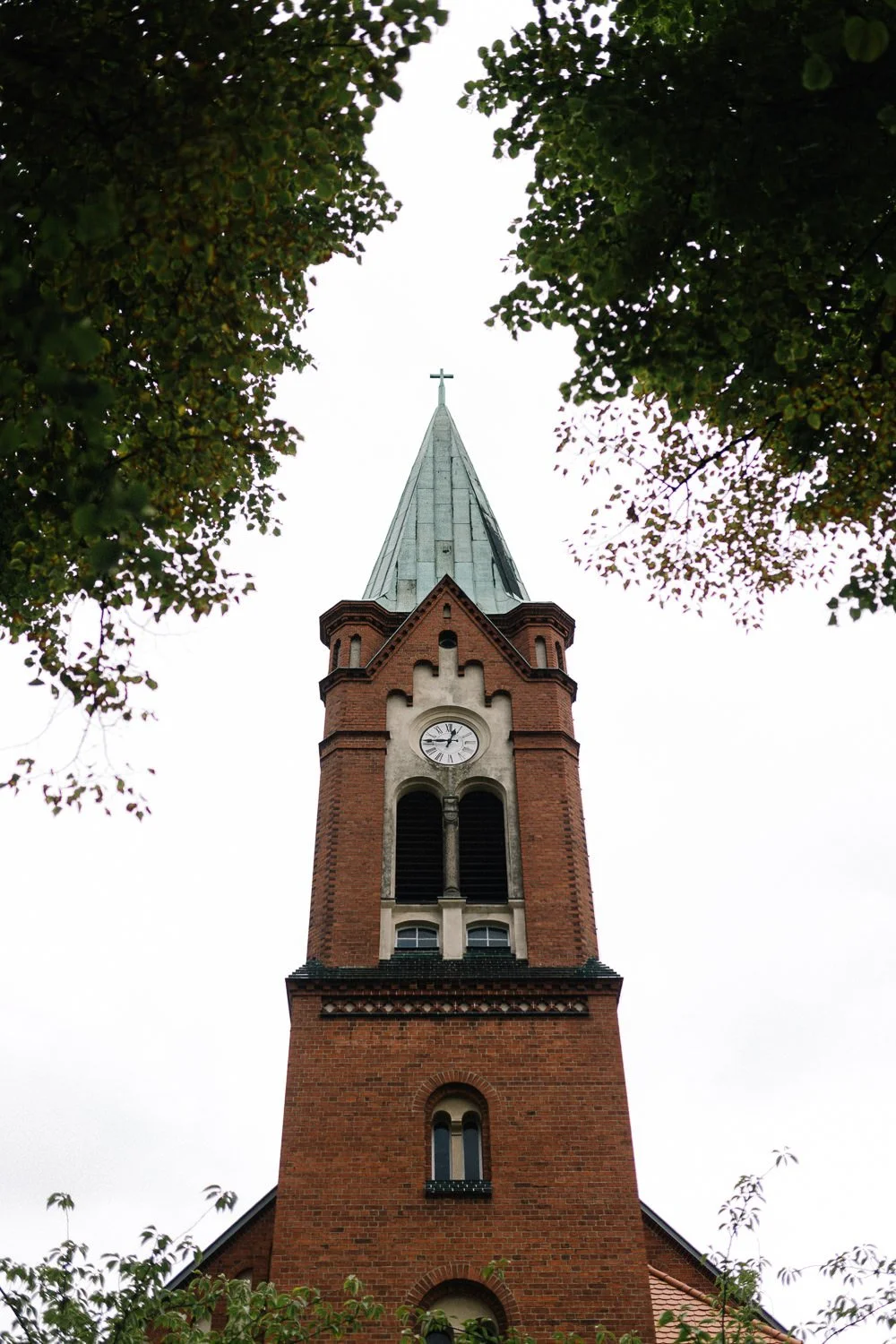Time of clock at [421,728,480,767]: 12:46
